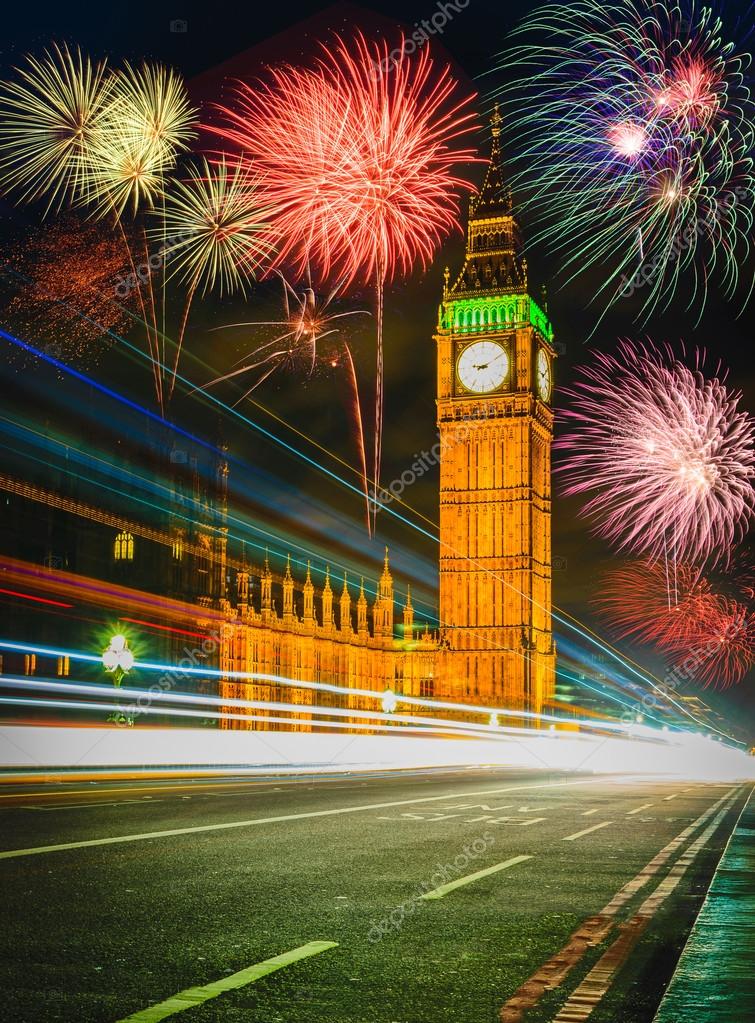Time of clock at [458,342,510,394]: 9:10
